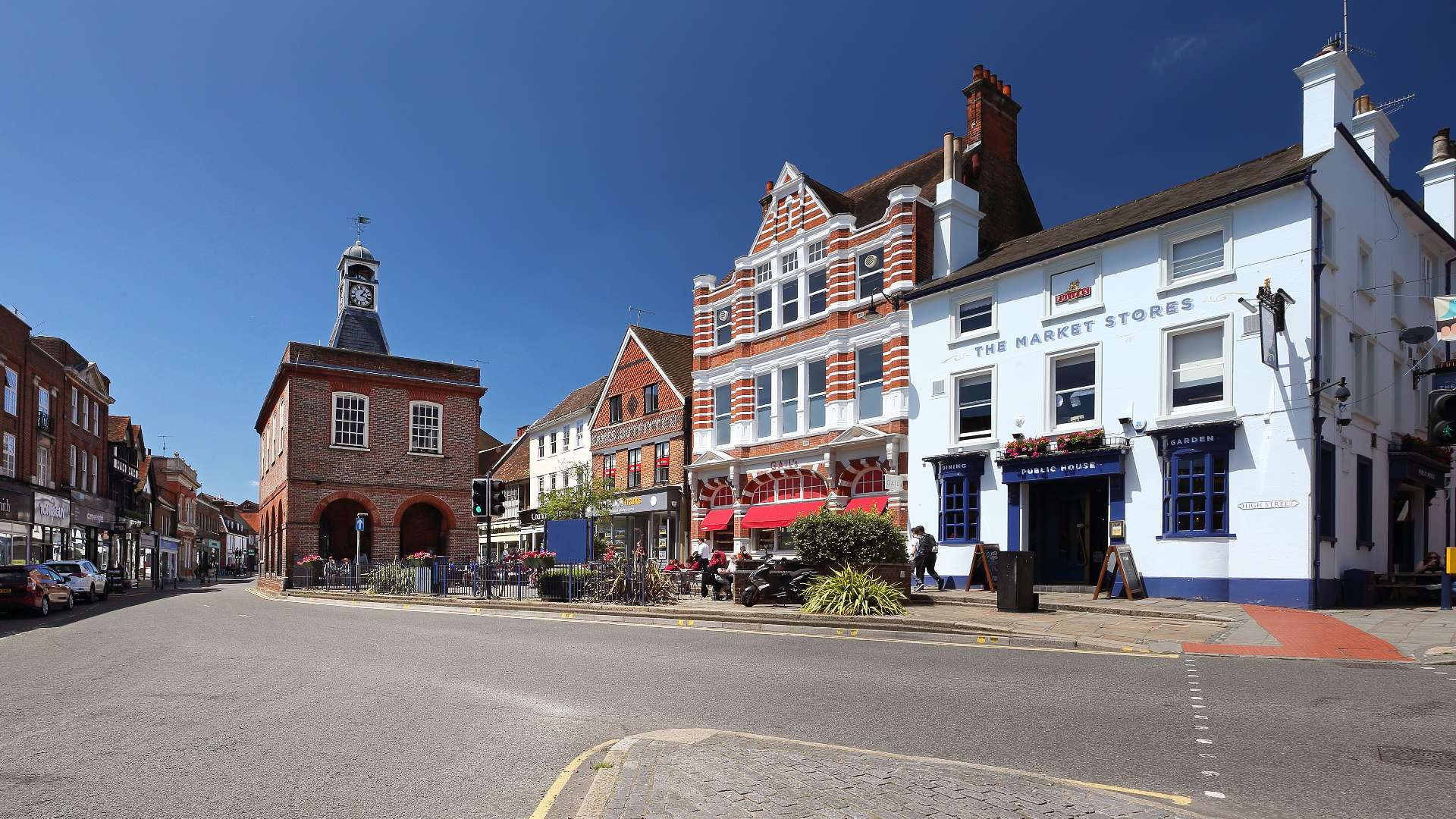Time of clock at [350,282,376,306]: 1:18
